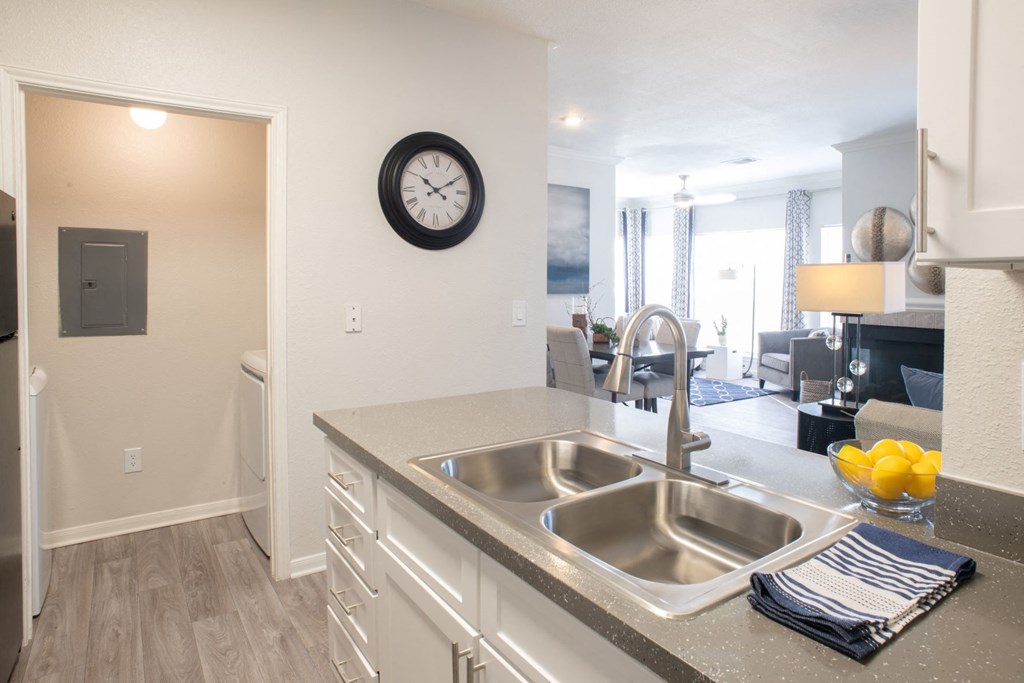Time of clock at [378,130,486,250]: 10:10
